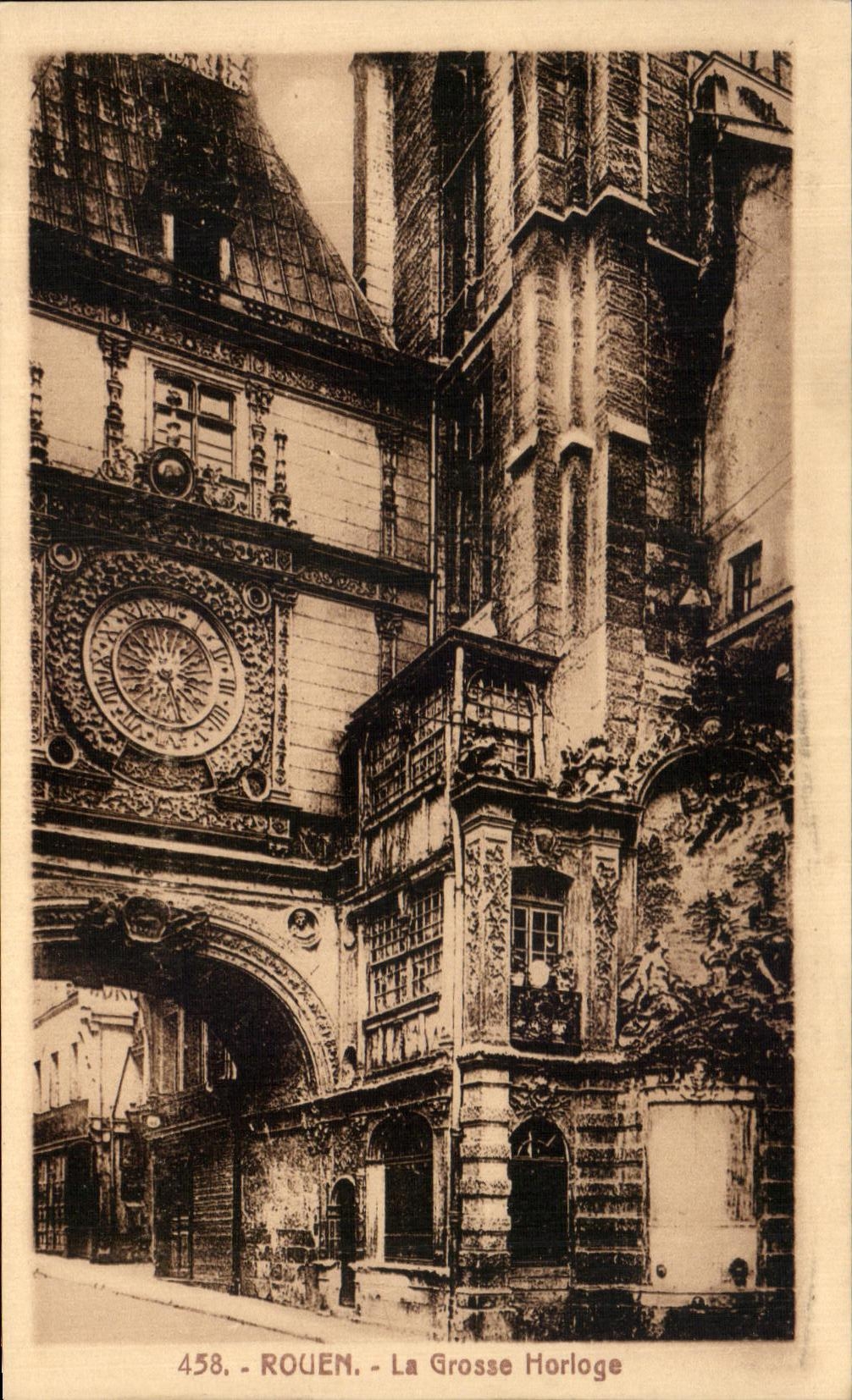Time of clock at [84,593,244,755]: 3:27
